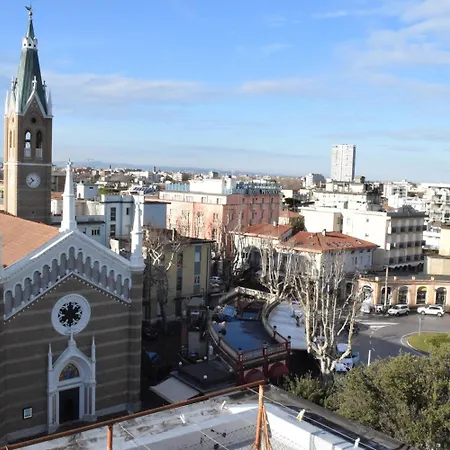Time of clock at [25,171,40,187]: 10:37
